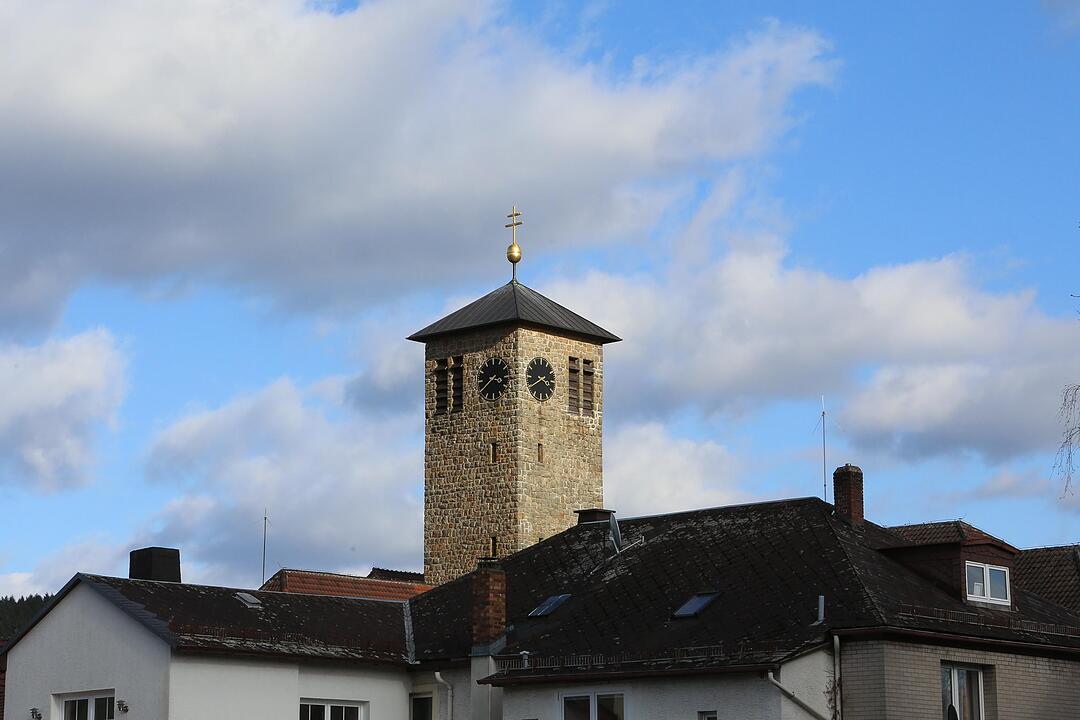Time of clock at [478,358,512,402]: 3:39
